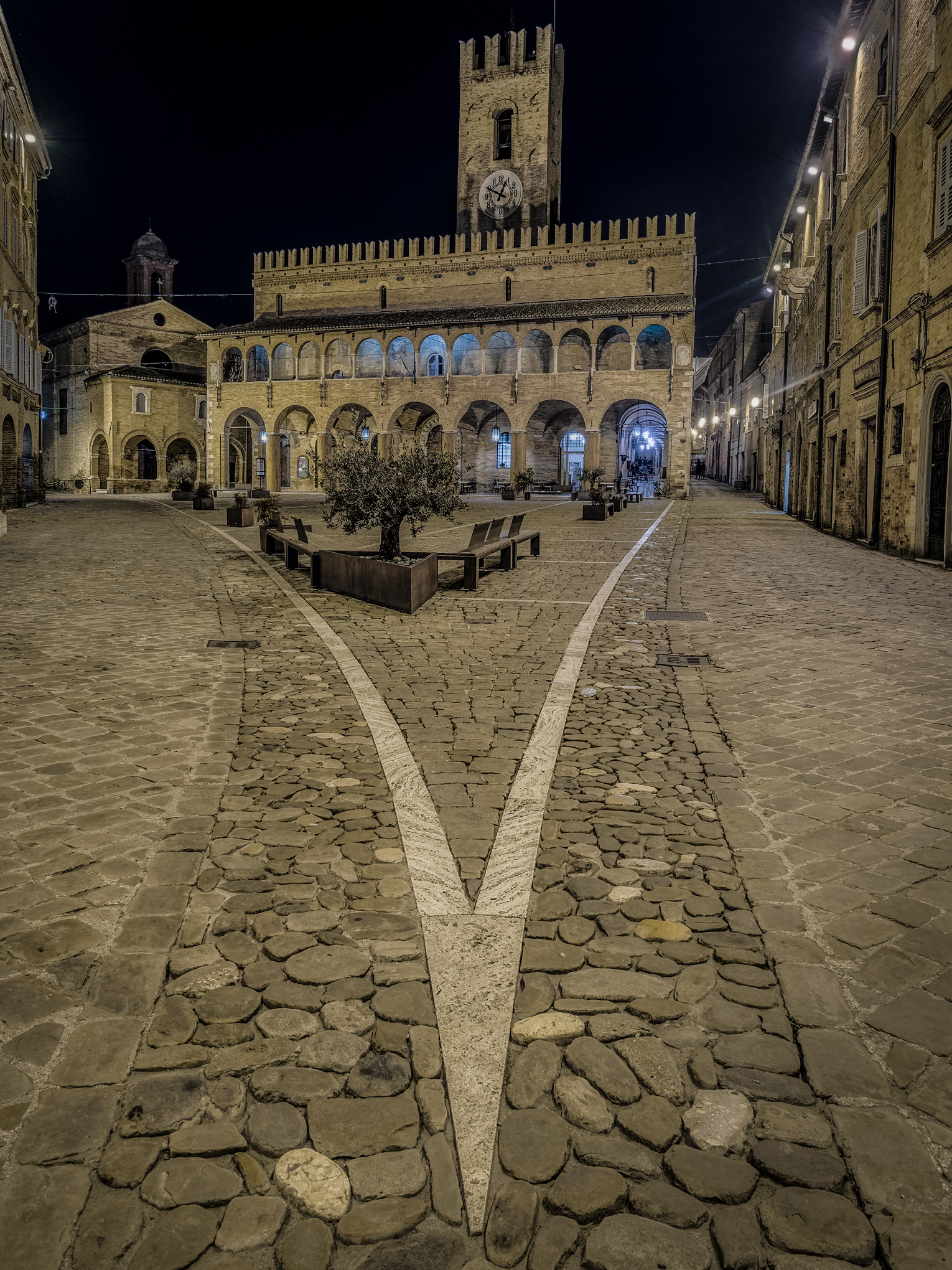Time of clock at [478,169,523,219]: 12:49
